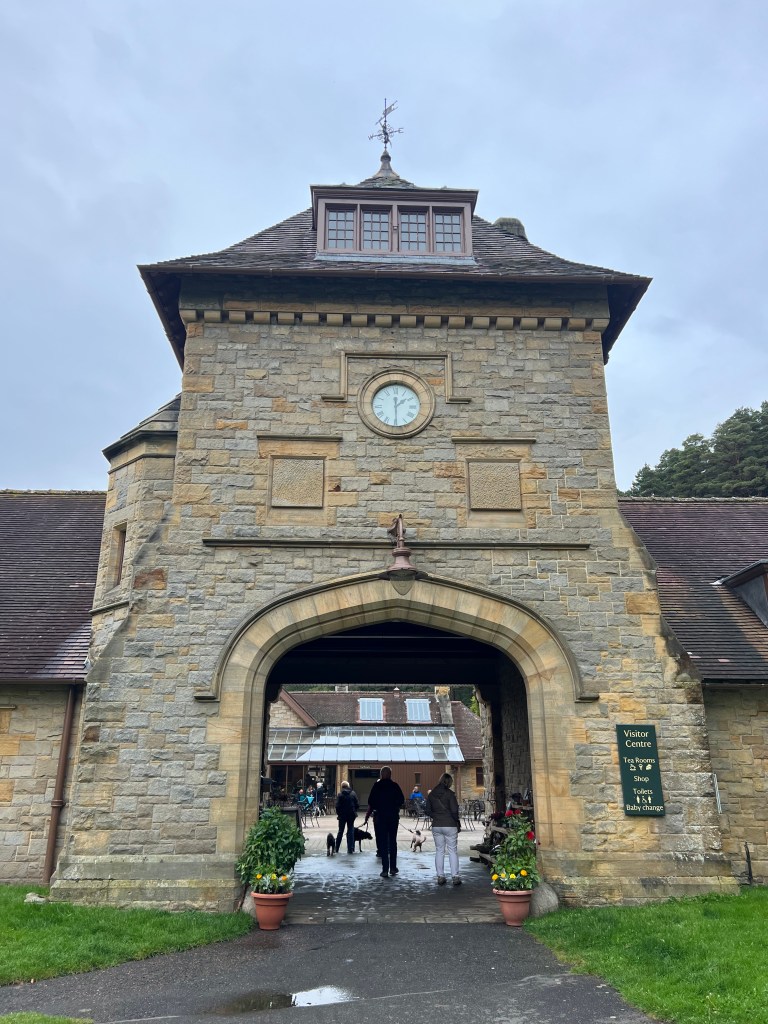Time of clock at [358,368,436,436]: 1:29
